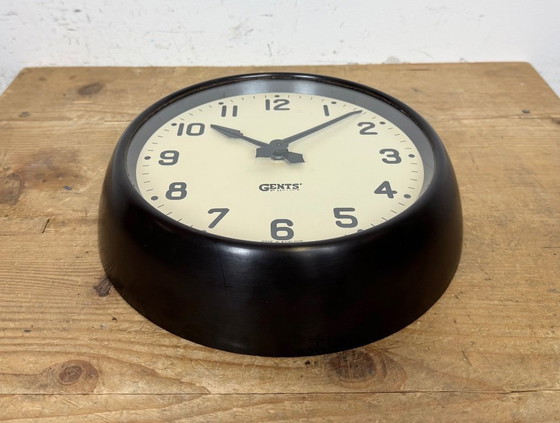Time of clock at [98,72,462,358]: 10:07
